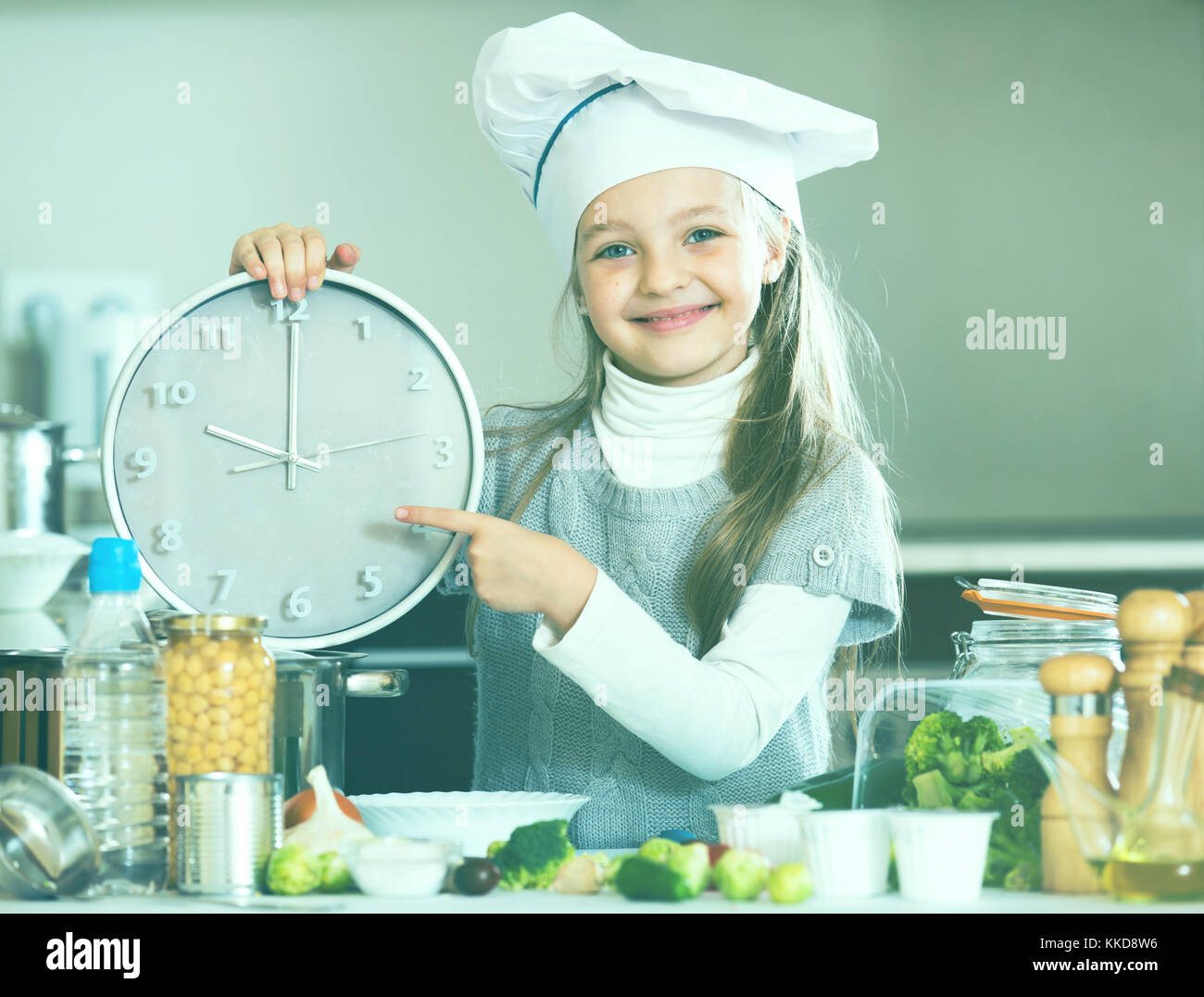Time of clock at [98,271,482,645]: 10:00
